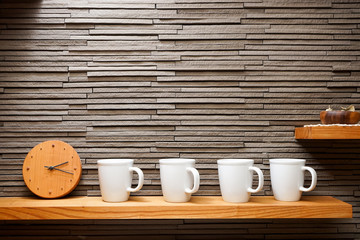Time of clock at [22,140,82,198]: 2:17
